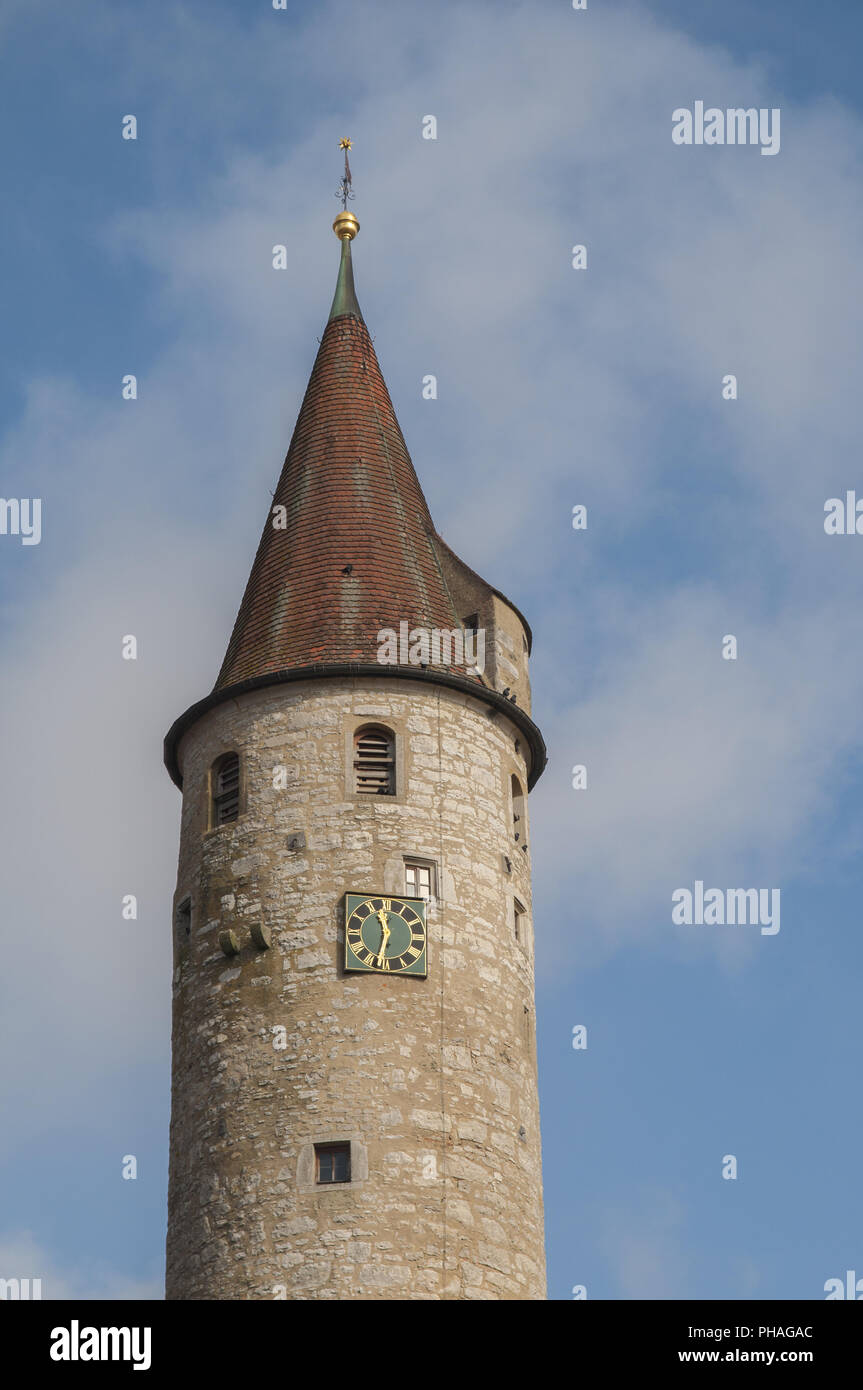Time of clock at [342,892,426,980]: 11:32
